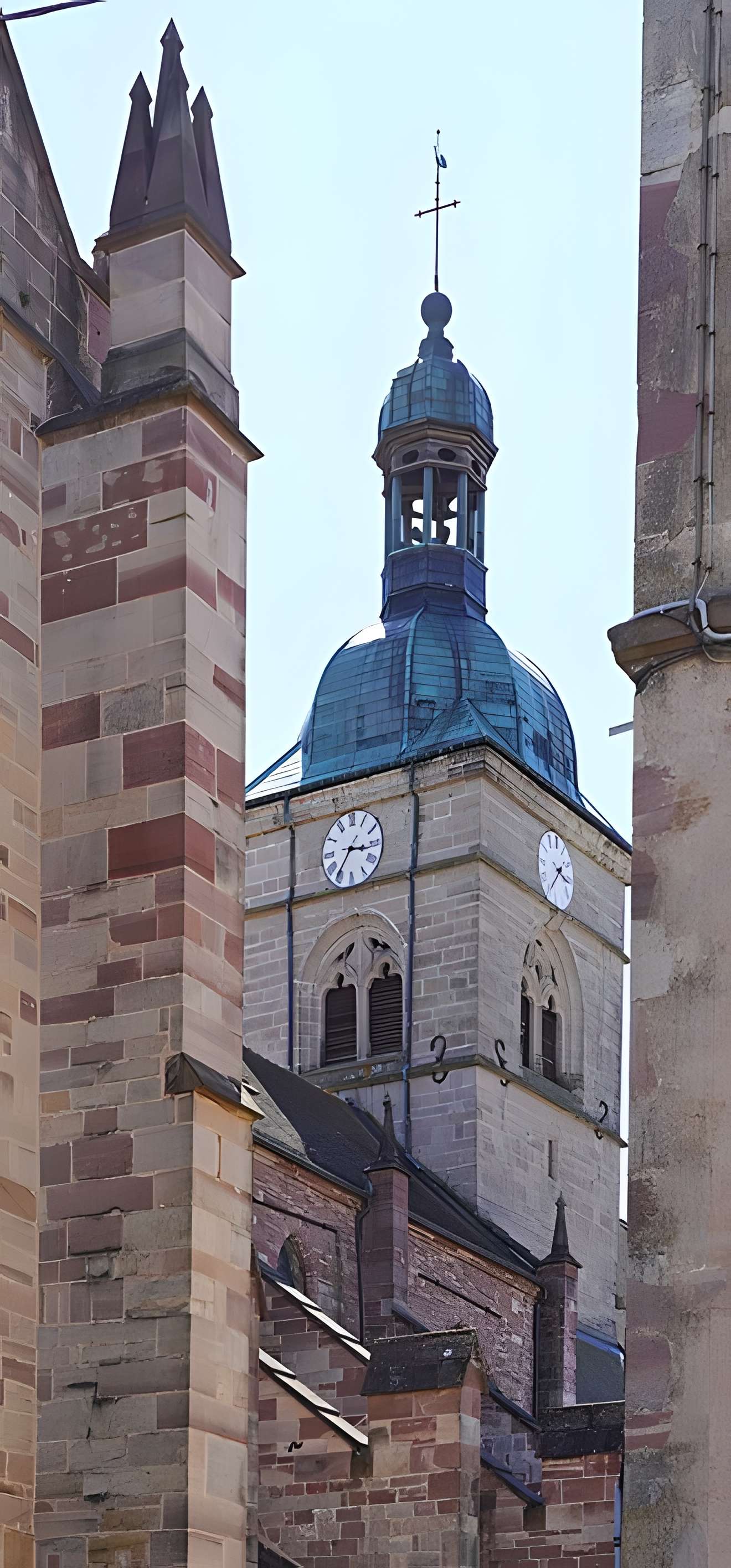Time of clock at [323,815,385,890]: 7:16
